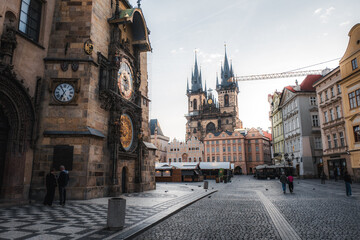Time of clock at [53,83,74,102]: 6:54
